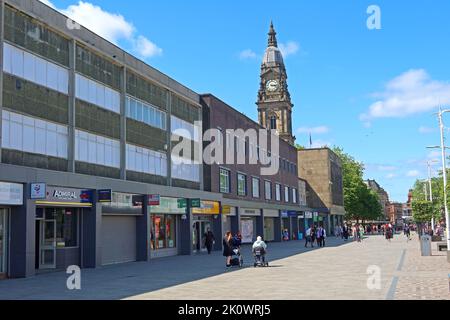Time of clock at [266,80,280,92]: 3:17
